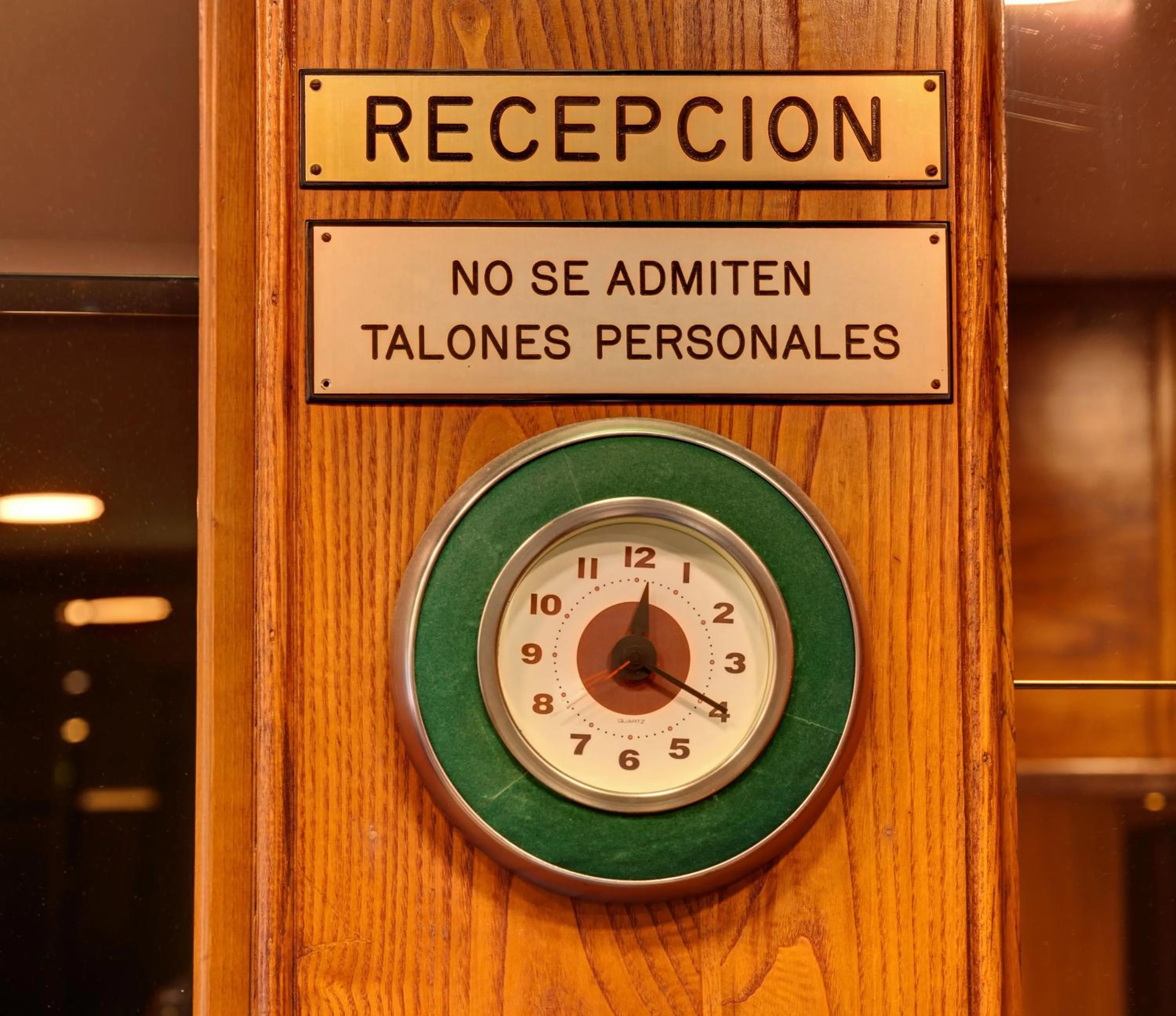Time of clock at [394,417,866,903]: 12:19
